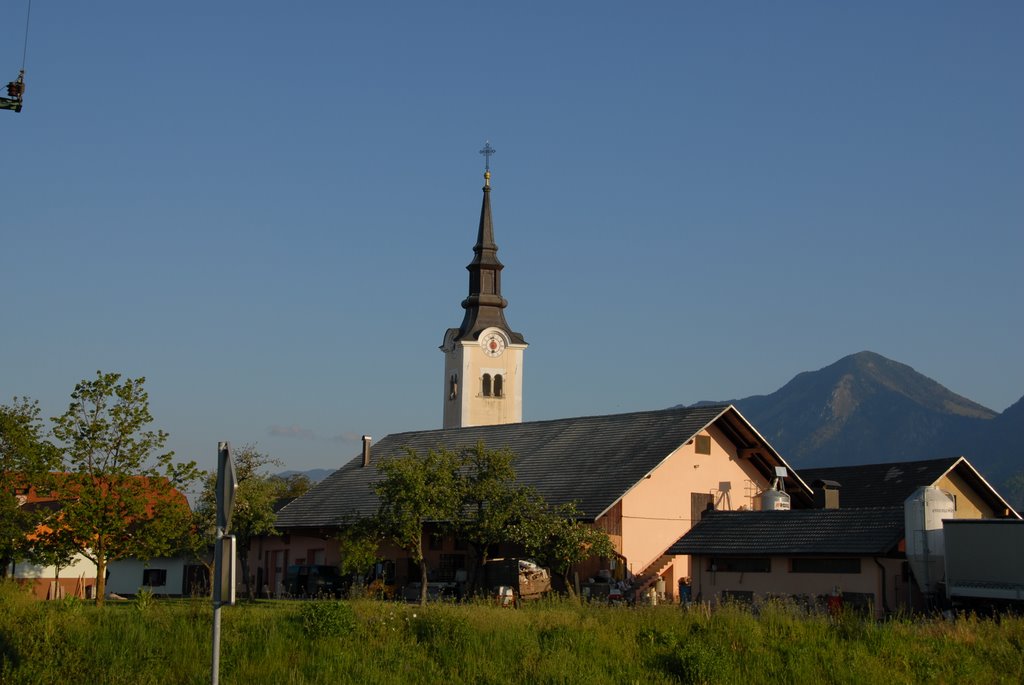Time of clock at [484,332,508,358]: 5:59
